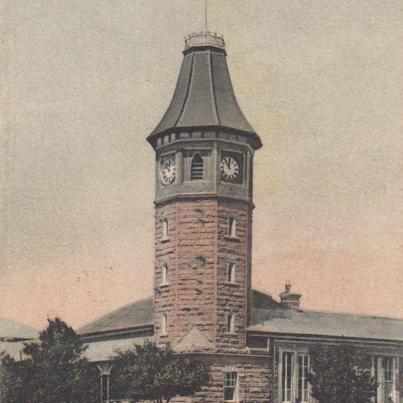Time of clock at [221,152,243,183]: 11:53
